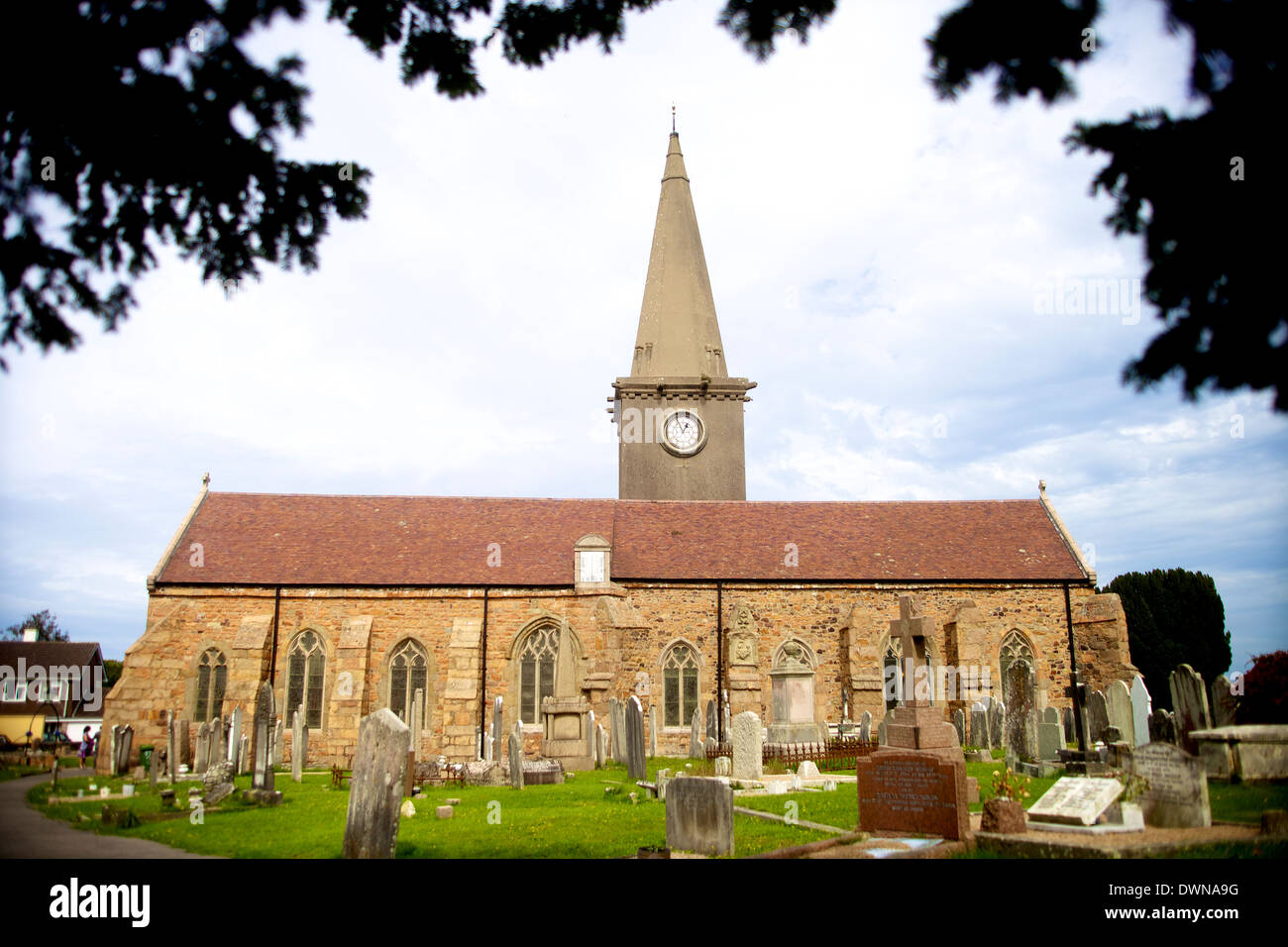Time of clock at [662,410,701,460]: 12:55
